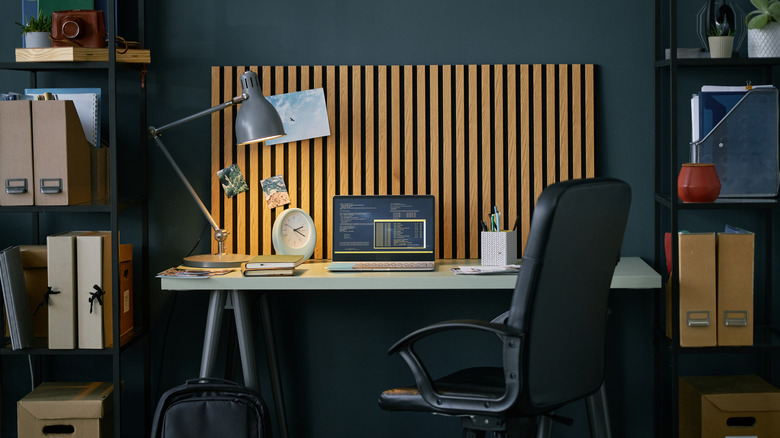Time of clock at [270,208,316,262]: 2:19
